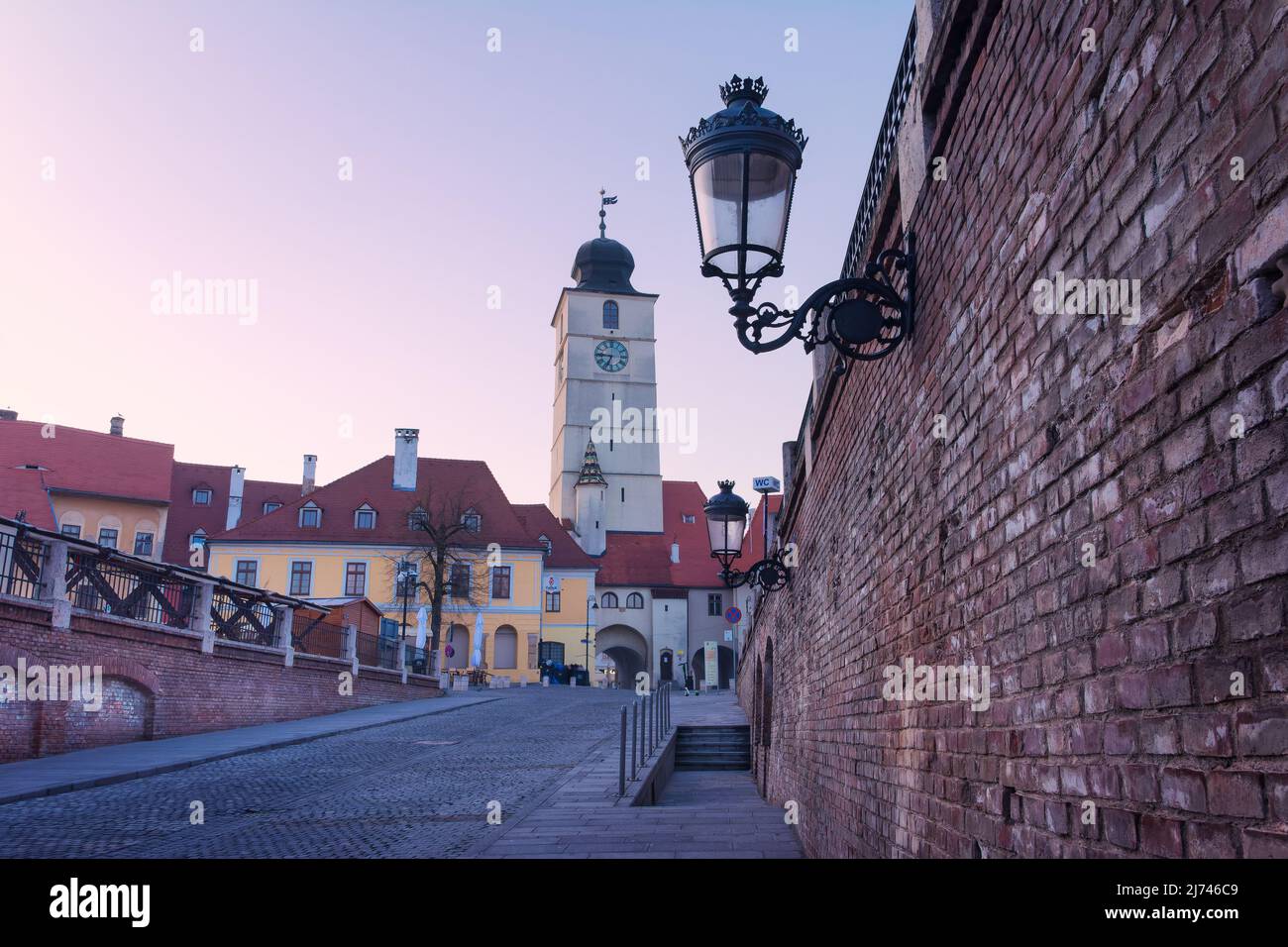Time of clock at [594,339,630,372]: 6:45
